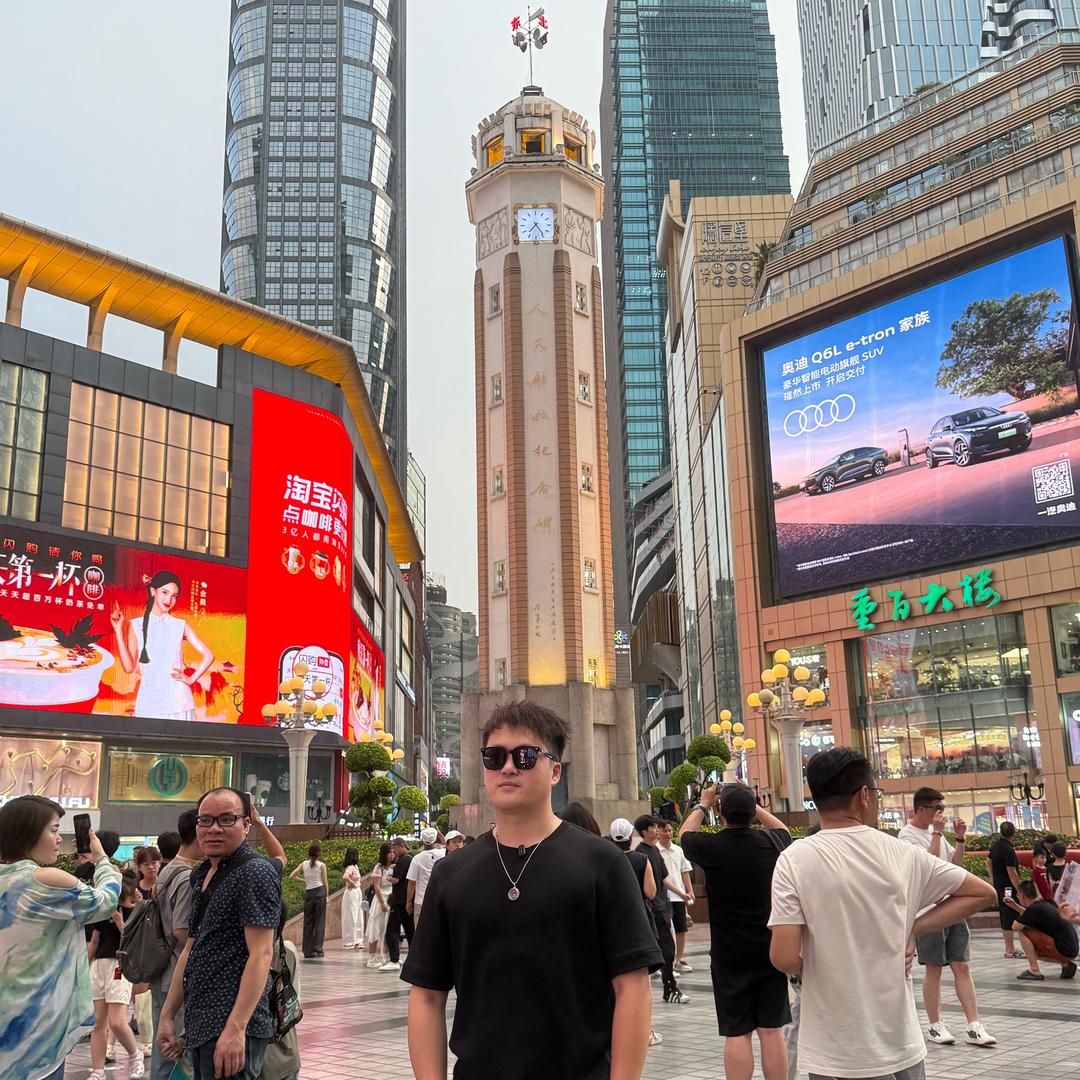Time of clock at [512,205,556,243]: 7:24
